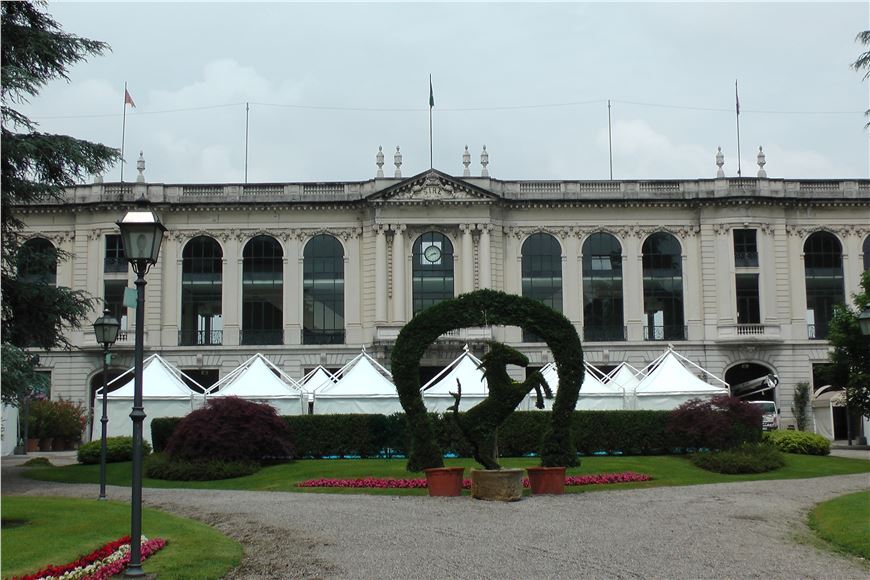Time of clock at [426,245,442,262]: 2:40
